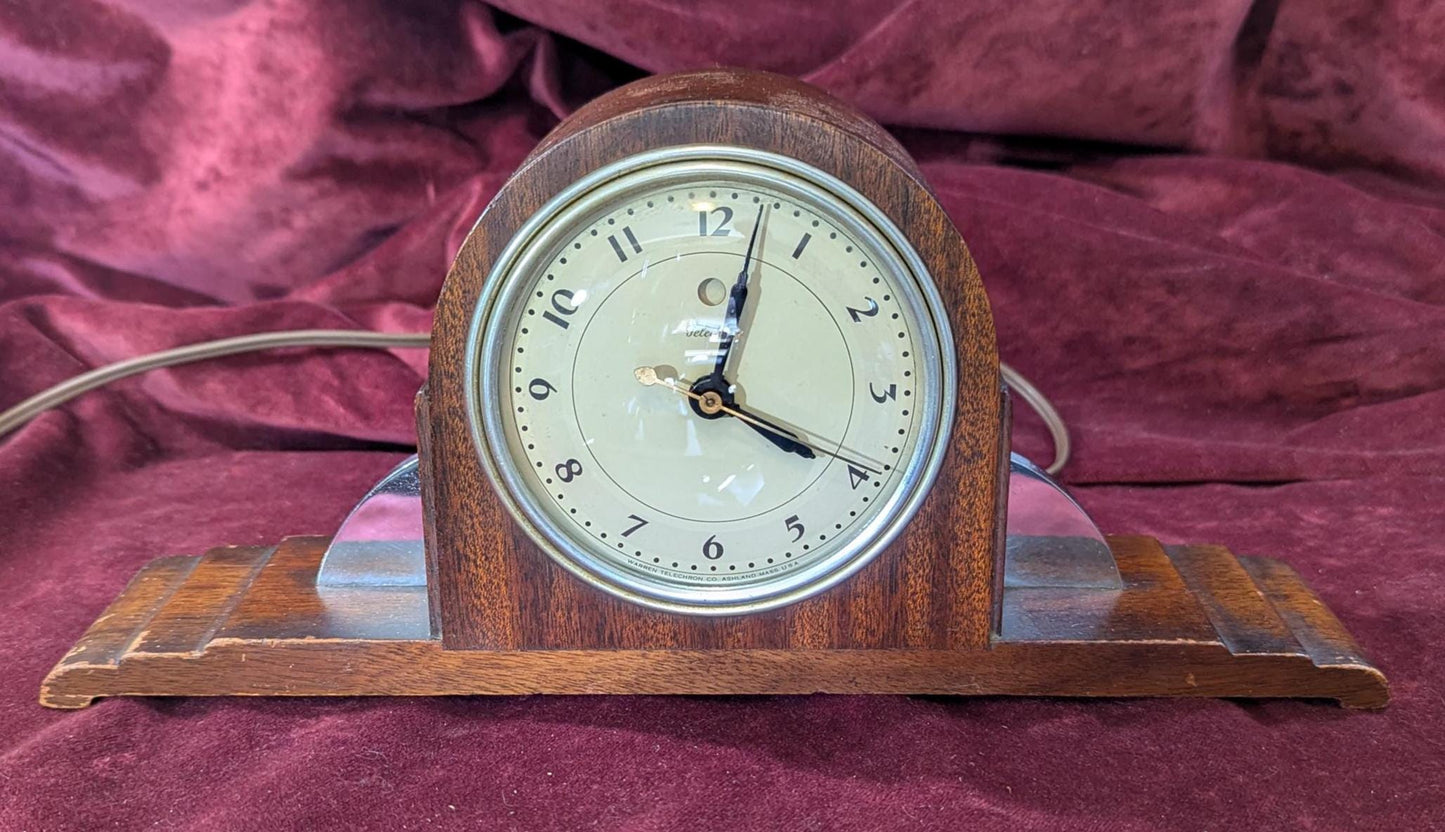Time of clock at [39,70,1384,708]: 4:02
